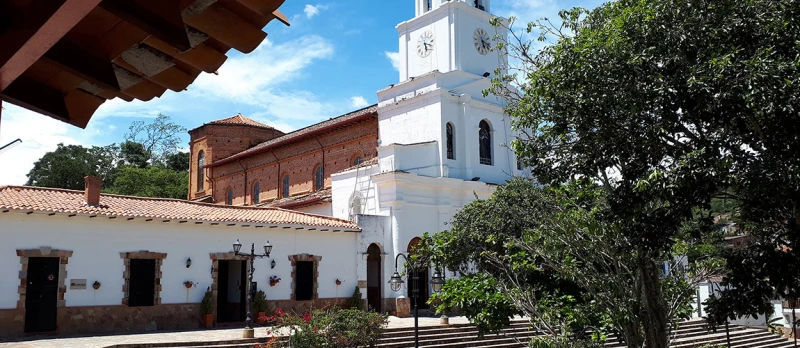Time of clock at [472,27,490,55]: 5:18
